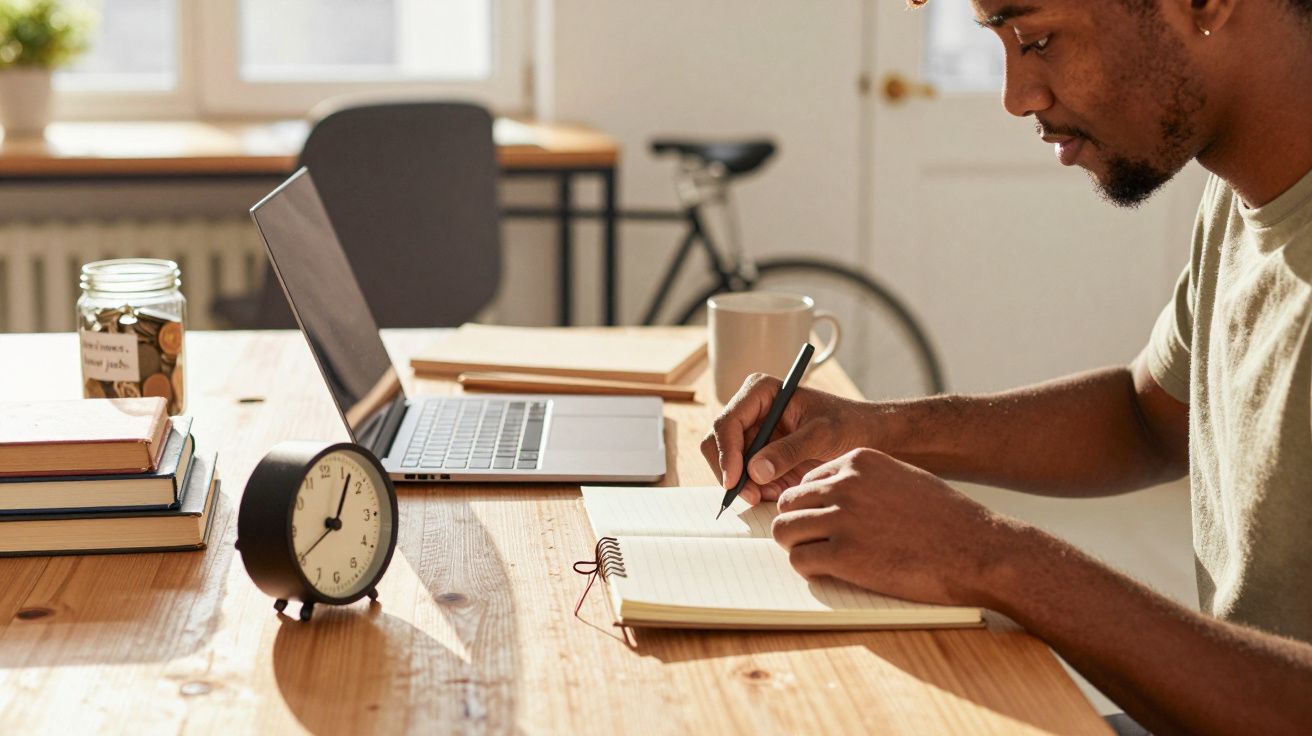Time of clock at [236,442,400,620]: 8:06
